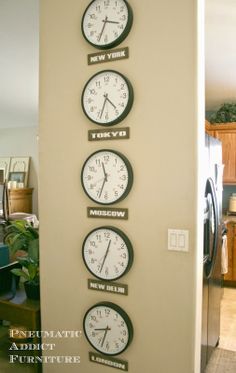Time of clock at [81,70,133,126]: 4:33
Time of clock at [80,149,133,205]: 11:33
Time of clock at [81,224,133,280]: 12:33
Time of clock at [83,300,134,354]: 8:33
